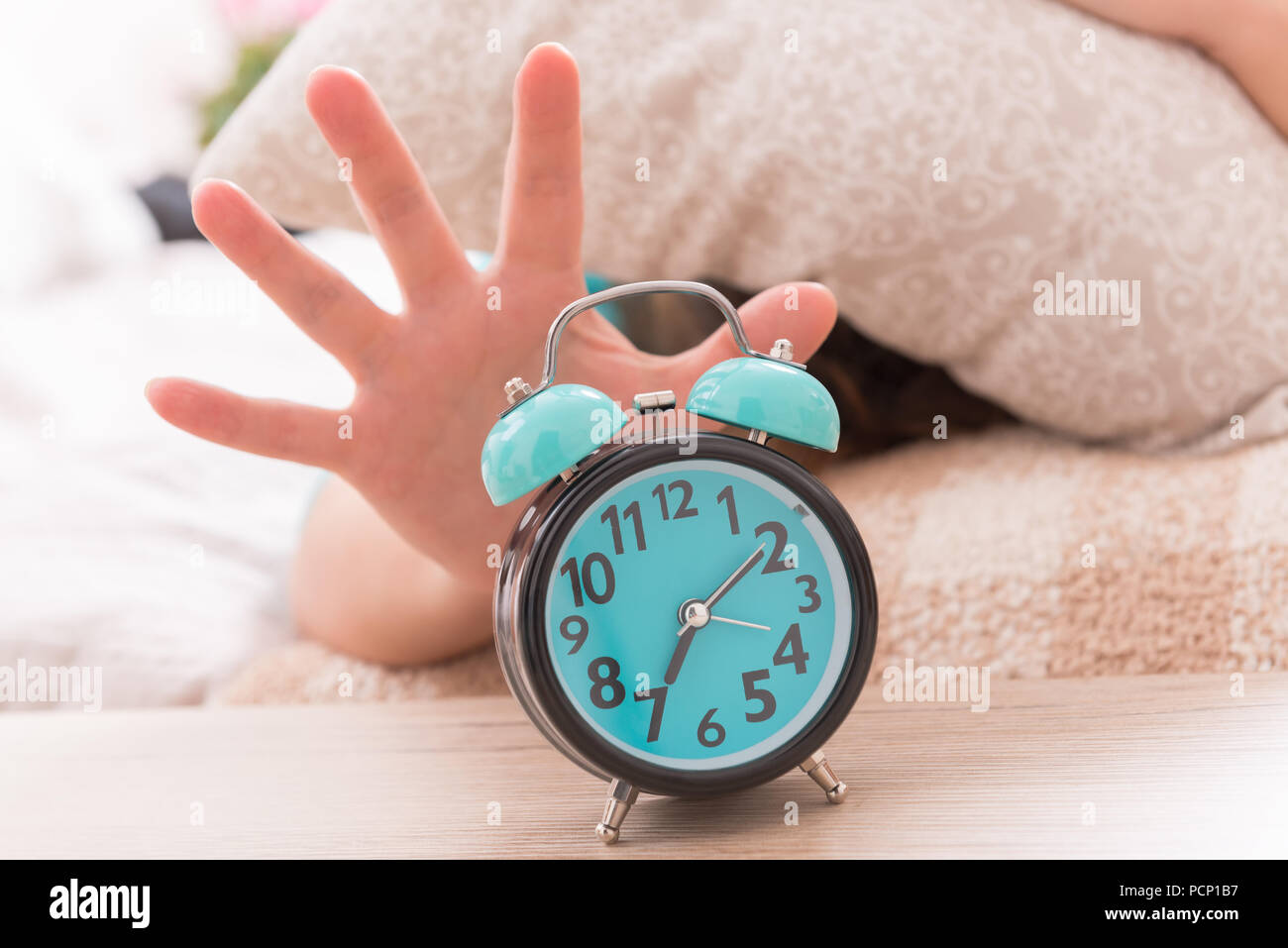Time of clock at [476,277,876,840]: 7:09
